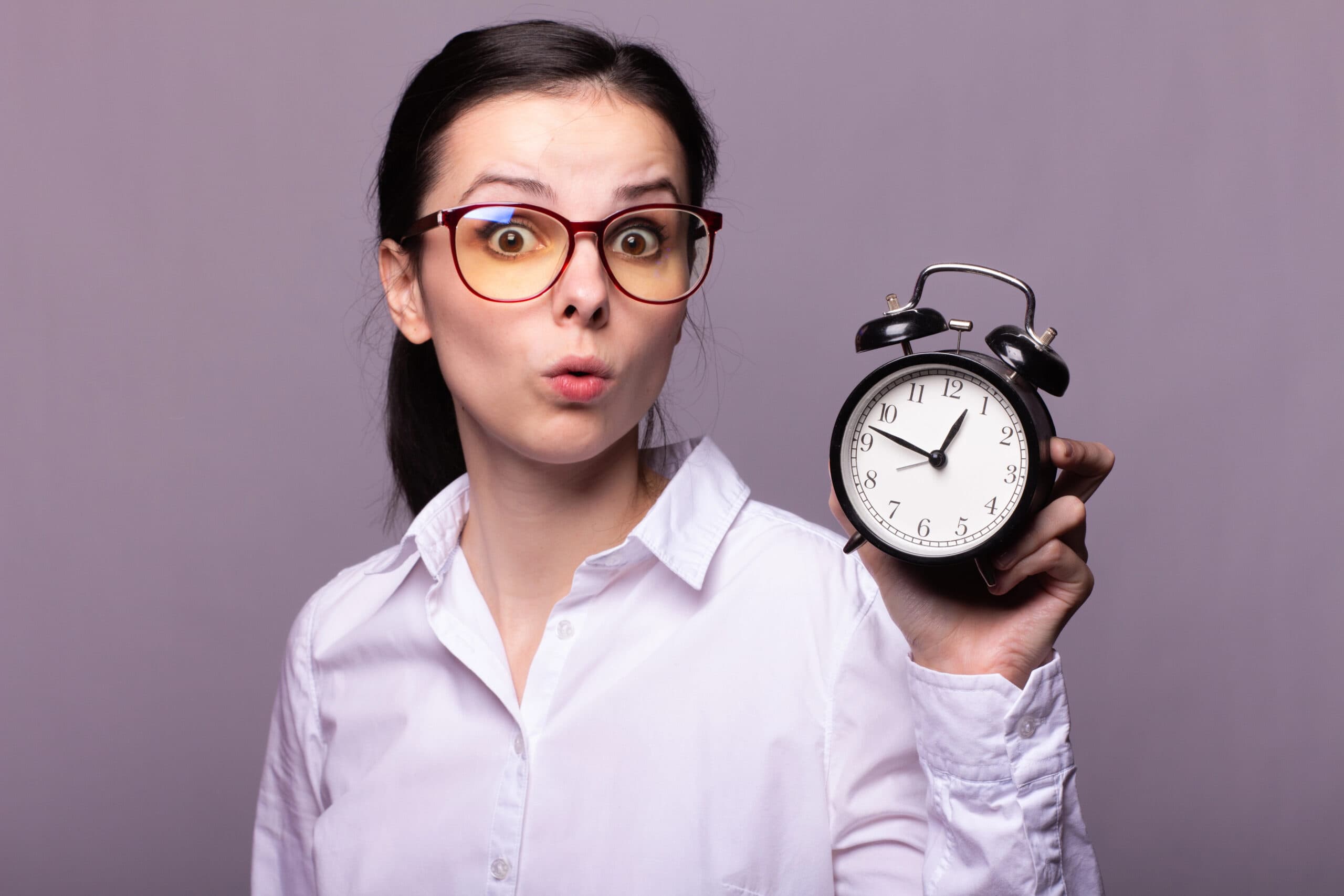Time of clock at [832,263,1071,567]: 12:47
